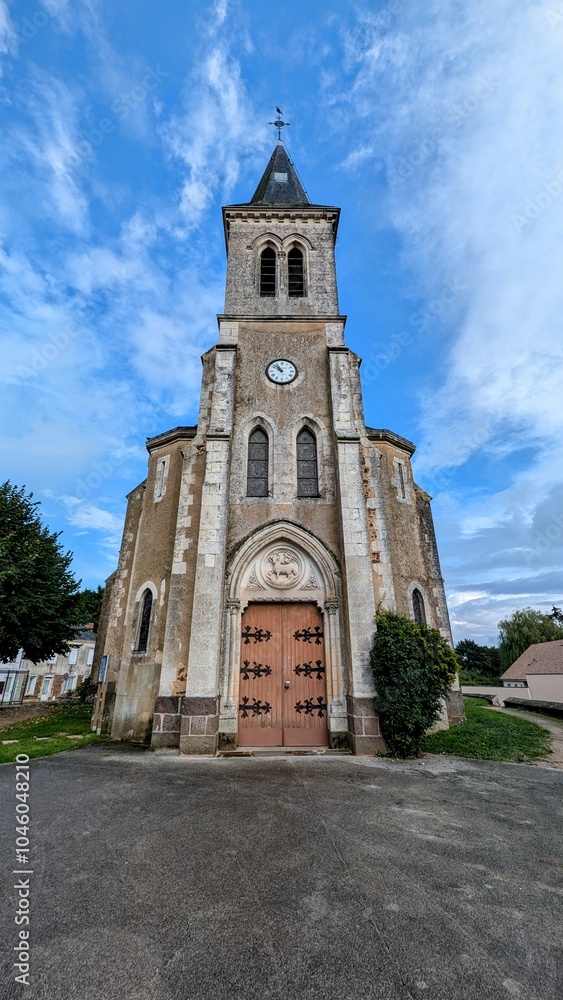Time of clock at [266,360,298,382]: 10:51
